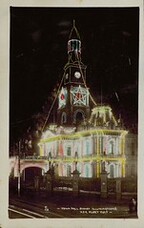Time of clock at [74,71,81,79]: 4:42
